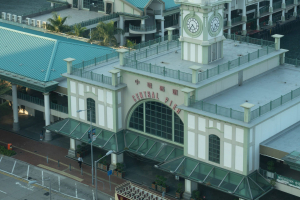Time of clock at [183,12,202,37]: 4:35
